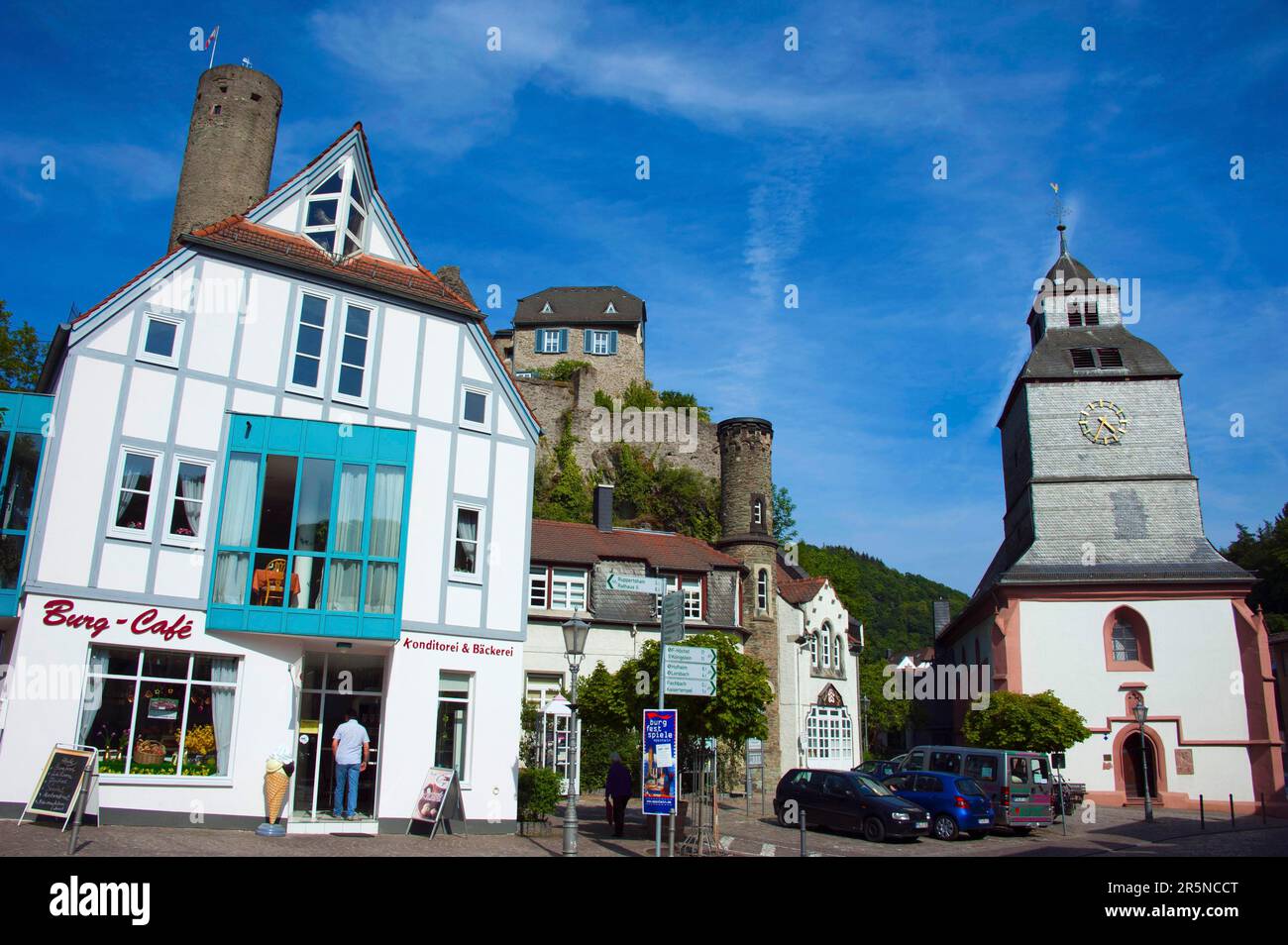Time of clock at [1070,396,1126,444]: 4:34
